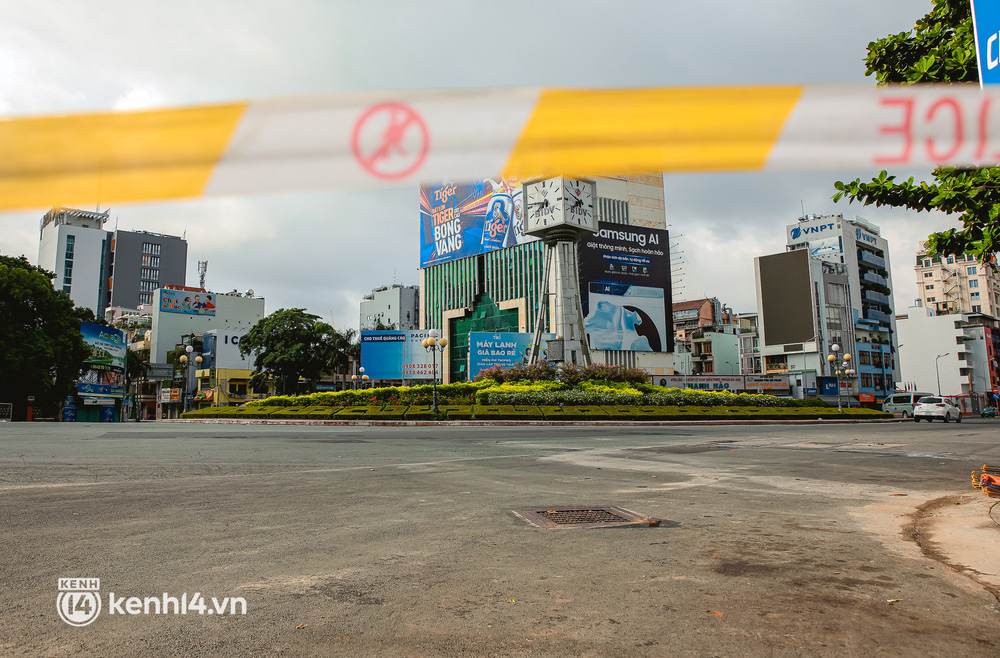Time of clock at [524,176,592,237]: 7:45
